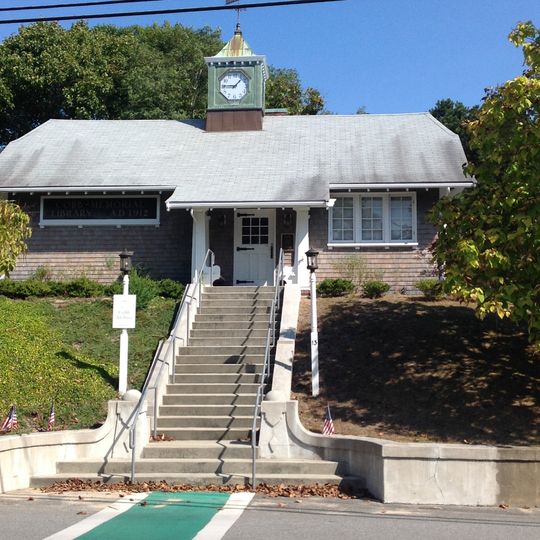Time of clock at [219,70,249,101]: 9:07
